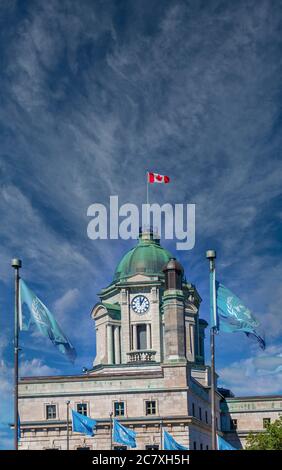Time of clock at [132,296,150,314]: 12:05
